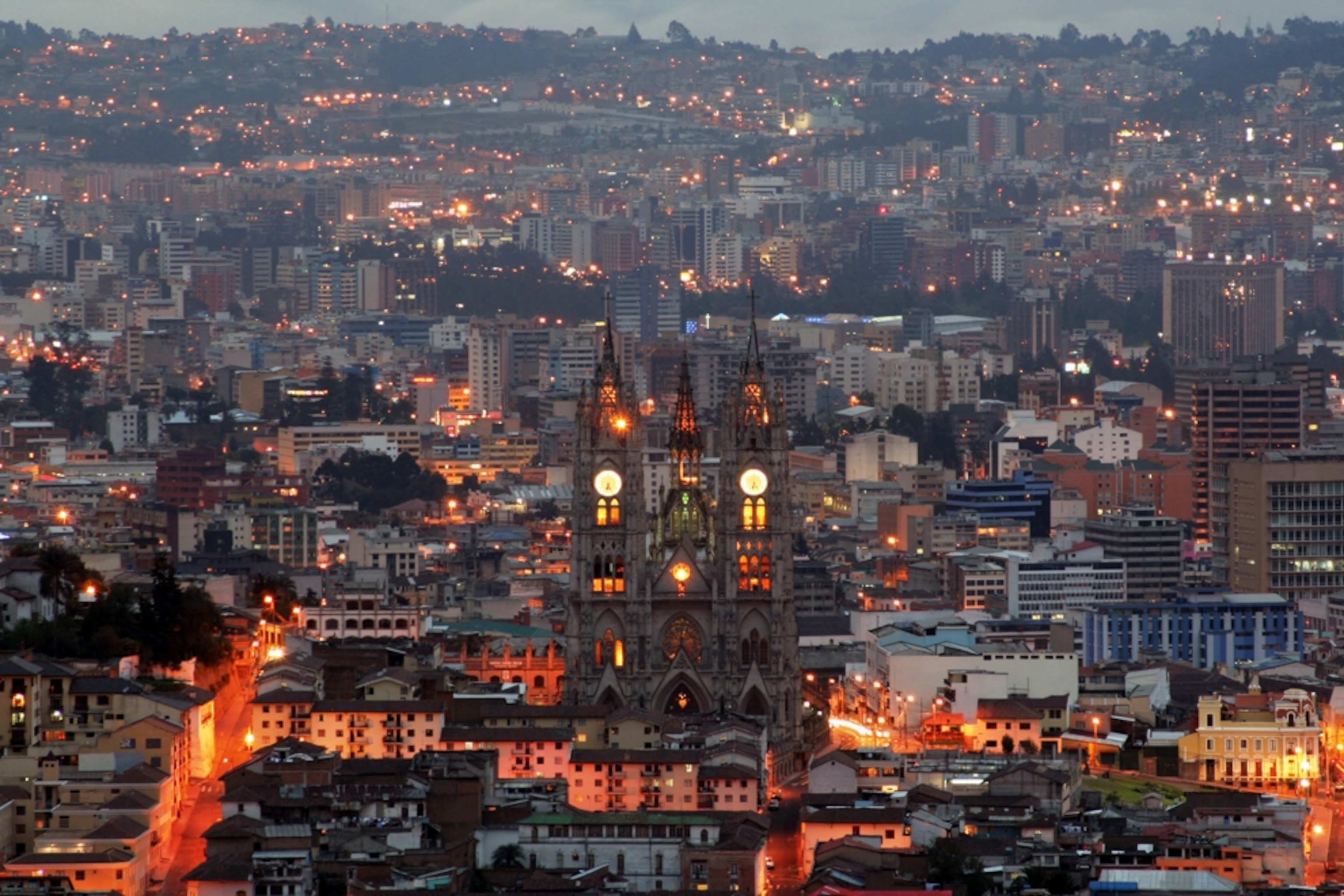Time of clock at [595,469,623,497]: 6:25
